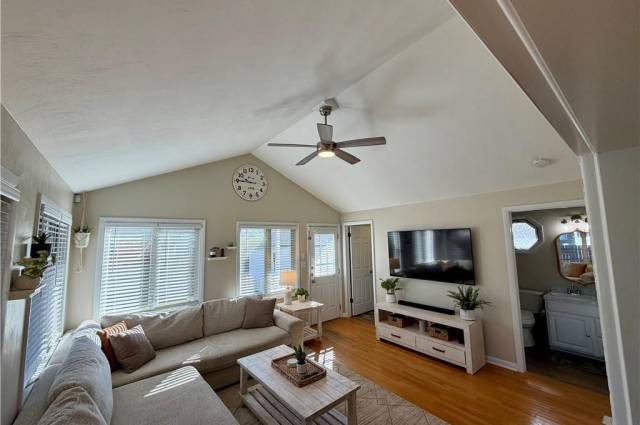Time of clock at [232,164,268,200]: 9:45
